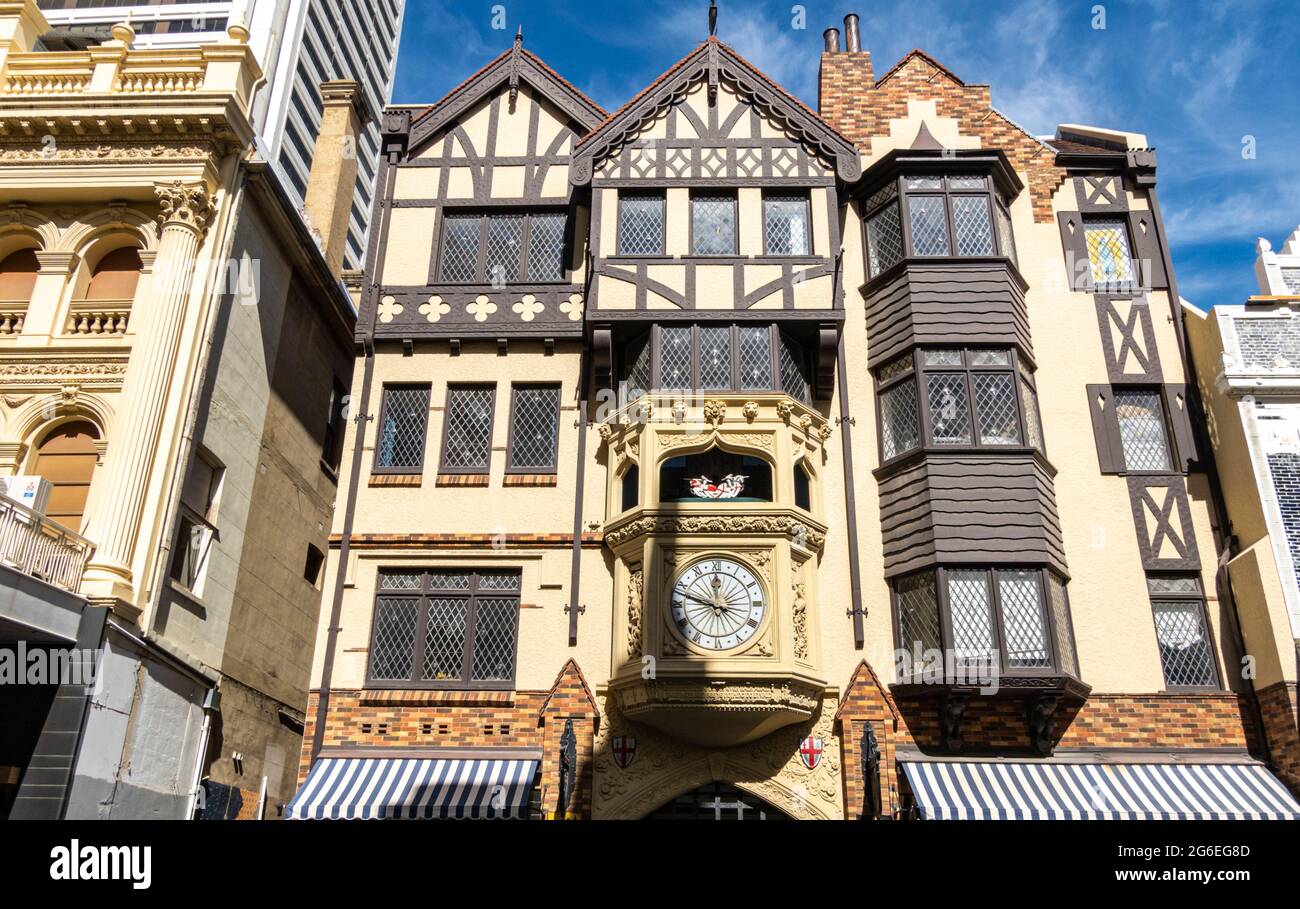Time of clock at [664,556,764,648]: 11:47
